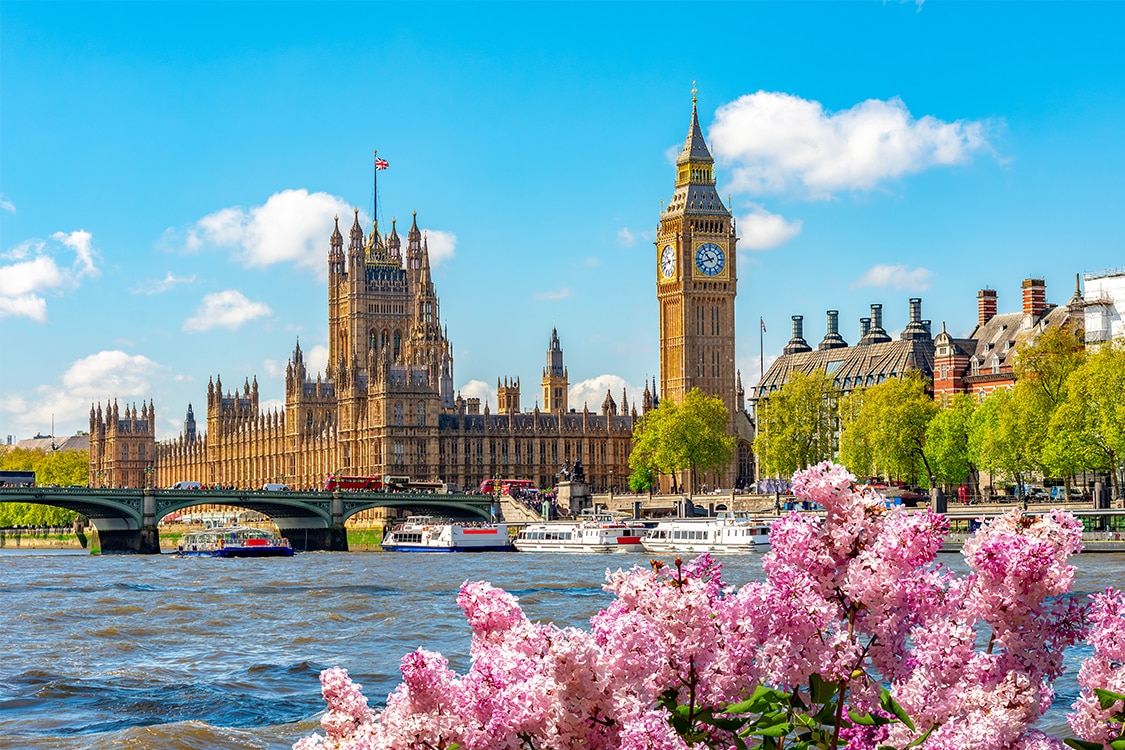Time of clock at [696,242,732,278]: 10:42
